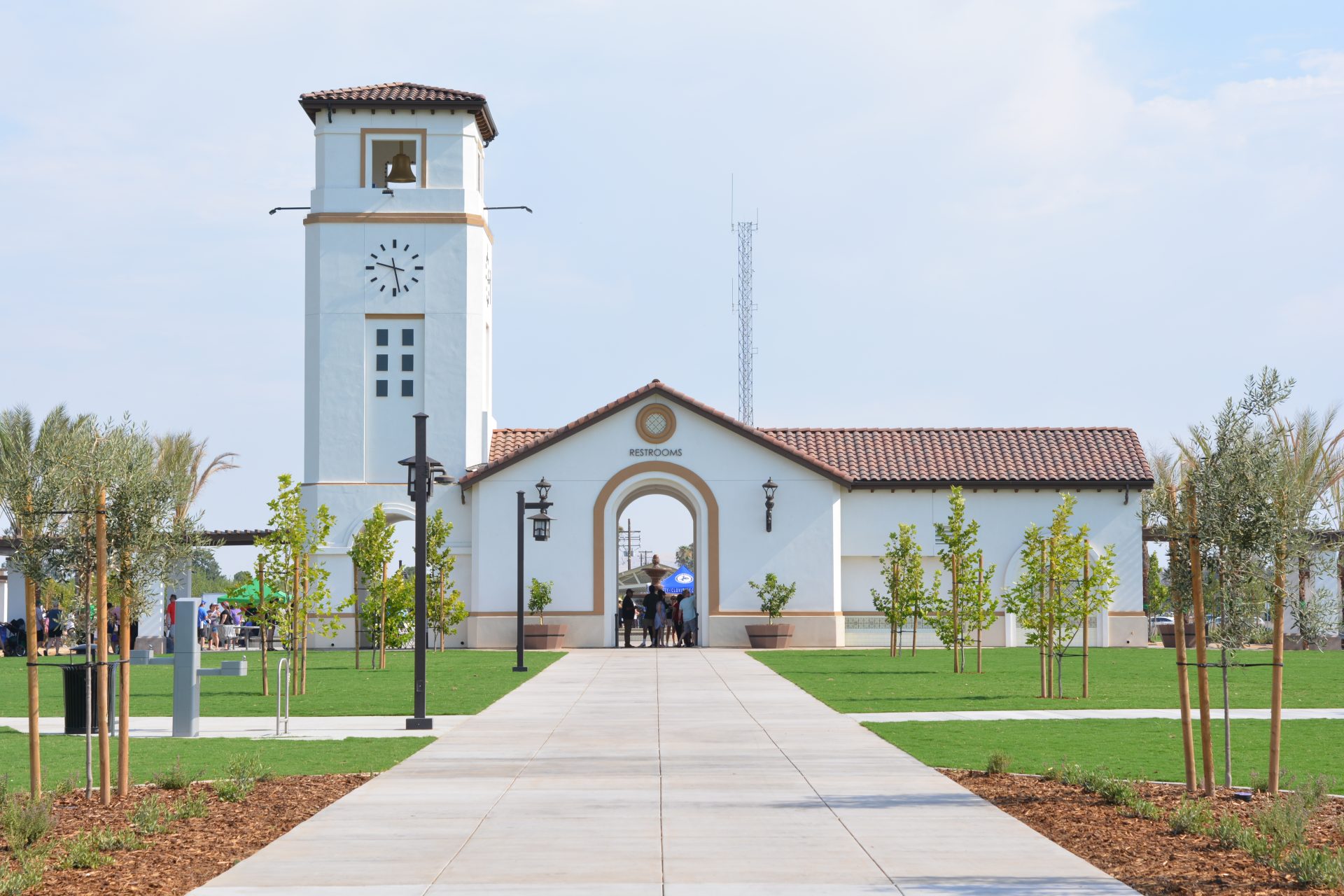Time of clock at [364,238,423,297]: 9:28
